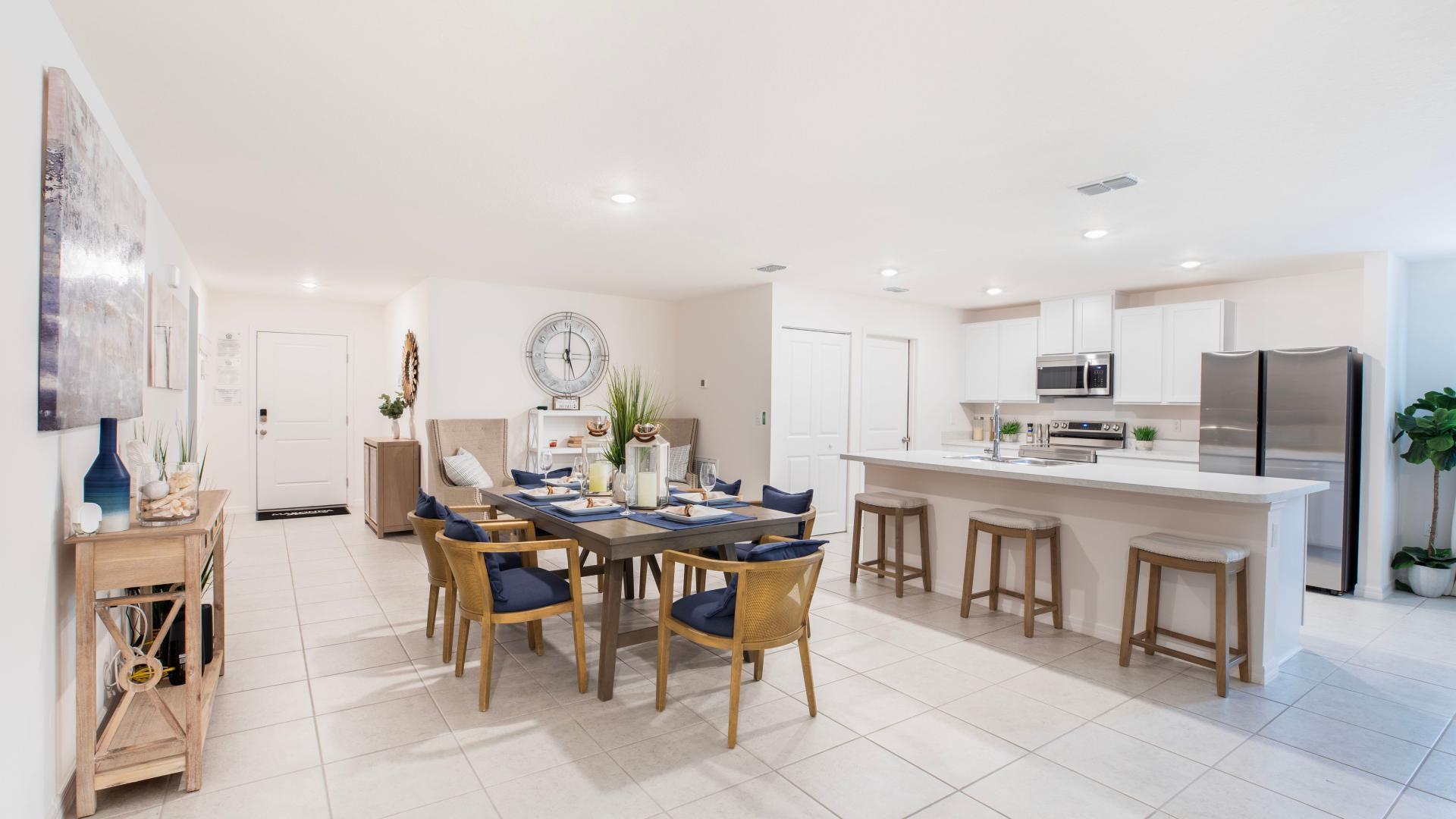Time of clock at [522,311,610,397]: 5:00
